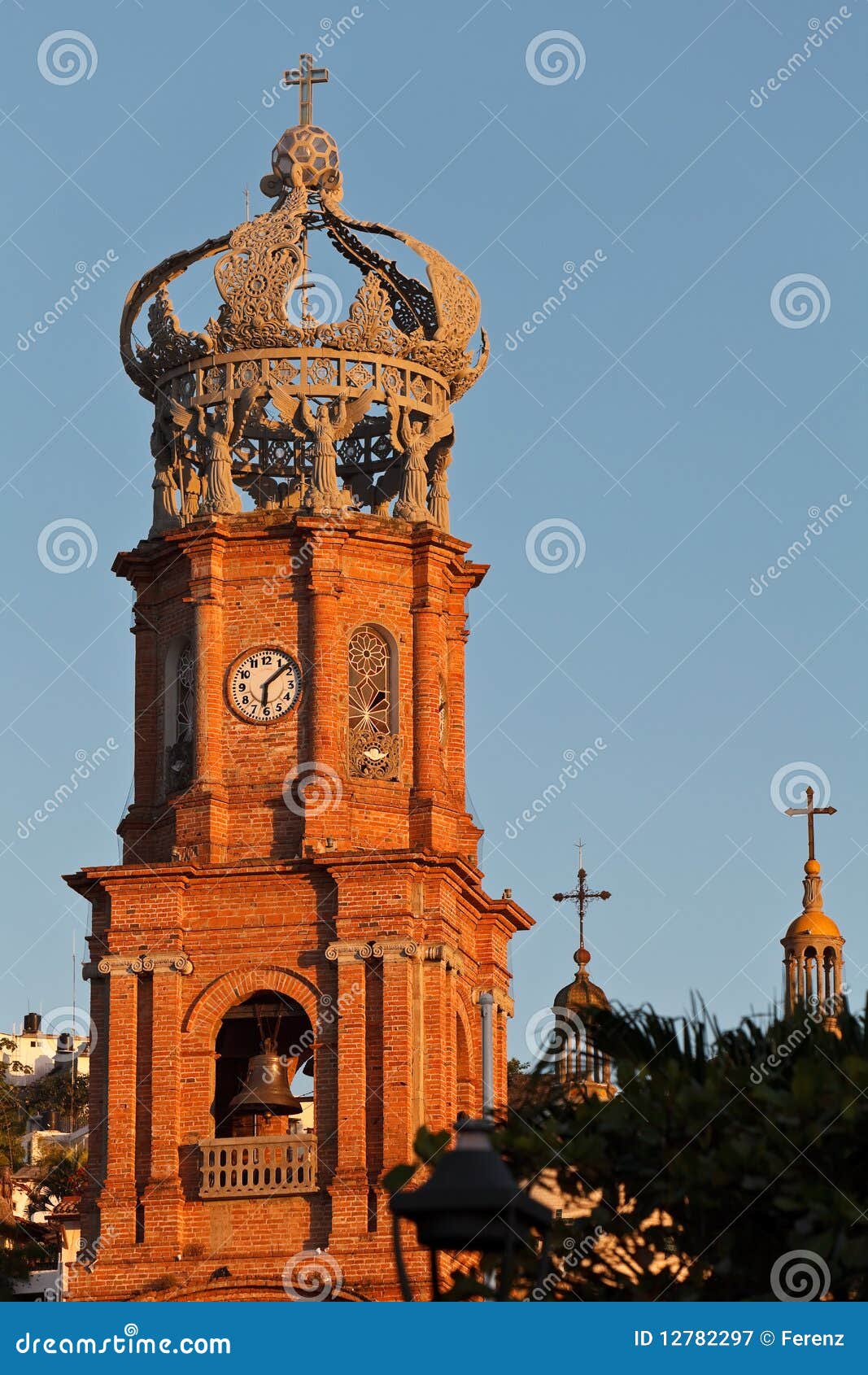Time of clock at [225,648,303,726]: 6:08
